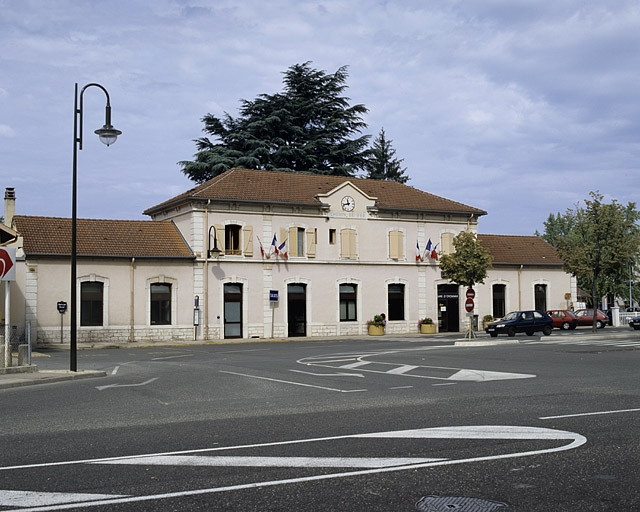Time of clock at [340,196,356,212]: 11:42
